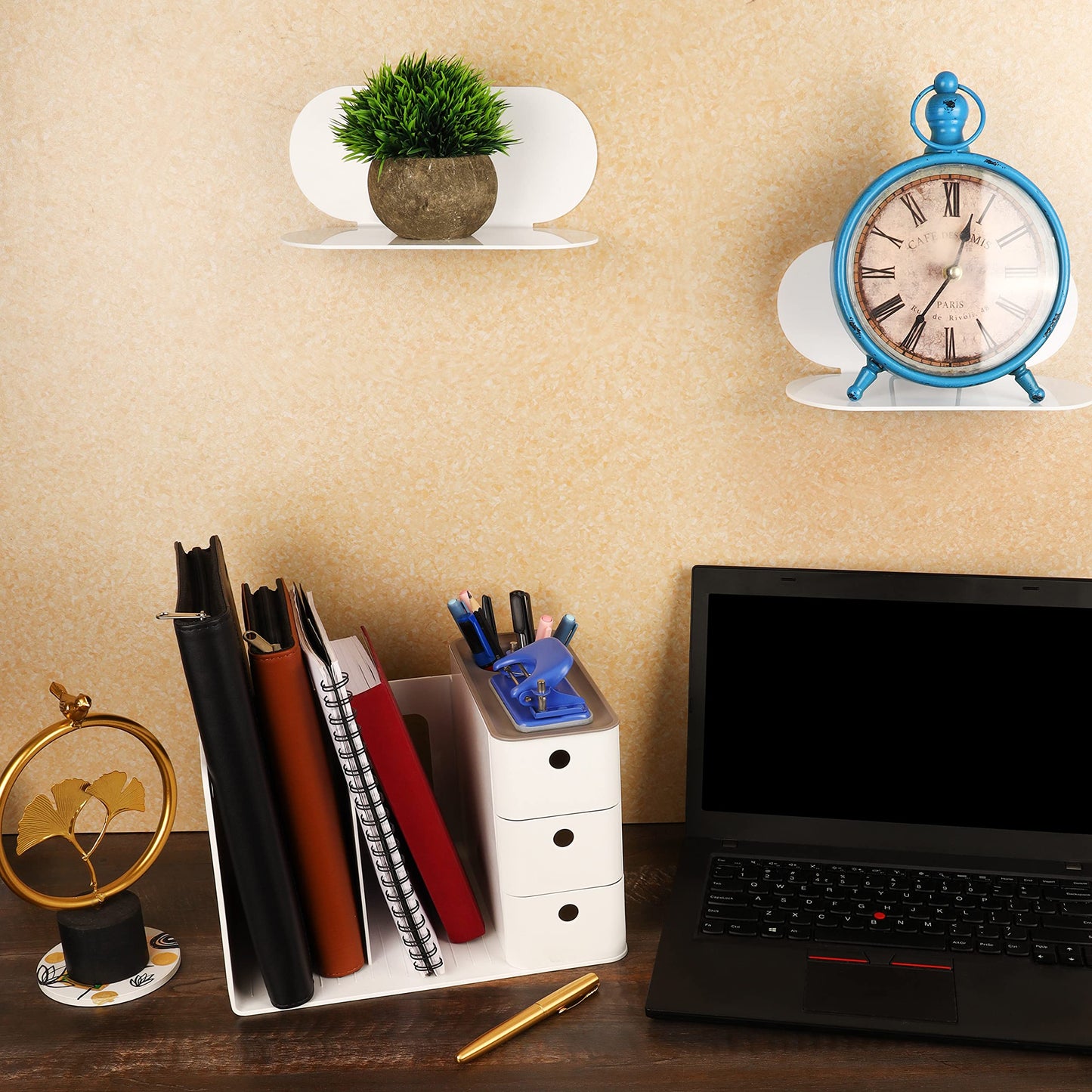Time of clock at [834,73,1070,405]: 12:35
